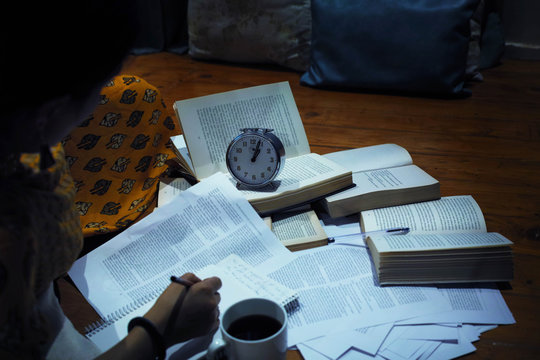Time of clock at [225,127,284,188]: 1:03
